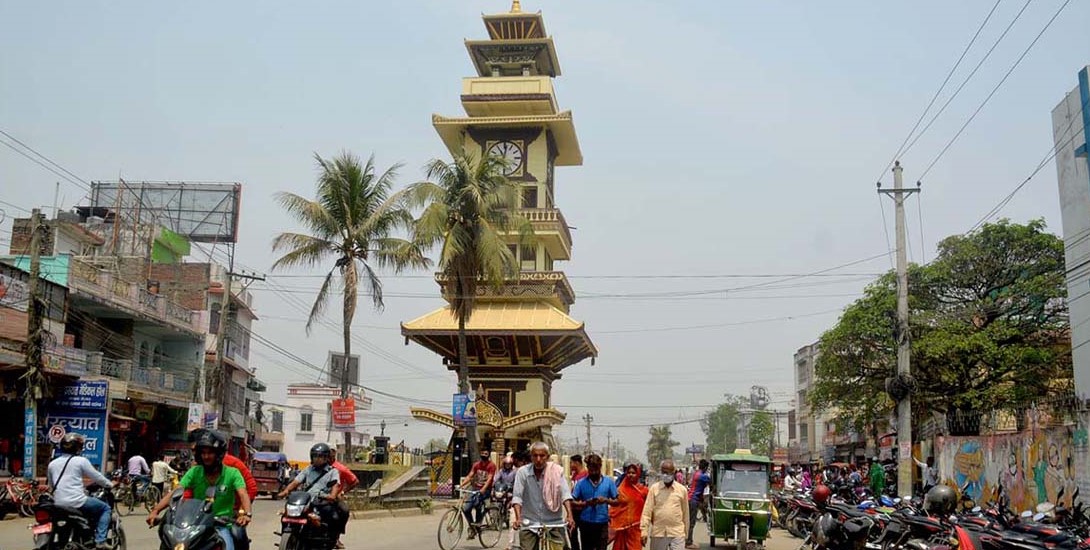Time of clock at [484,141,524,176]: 11:01
